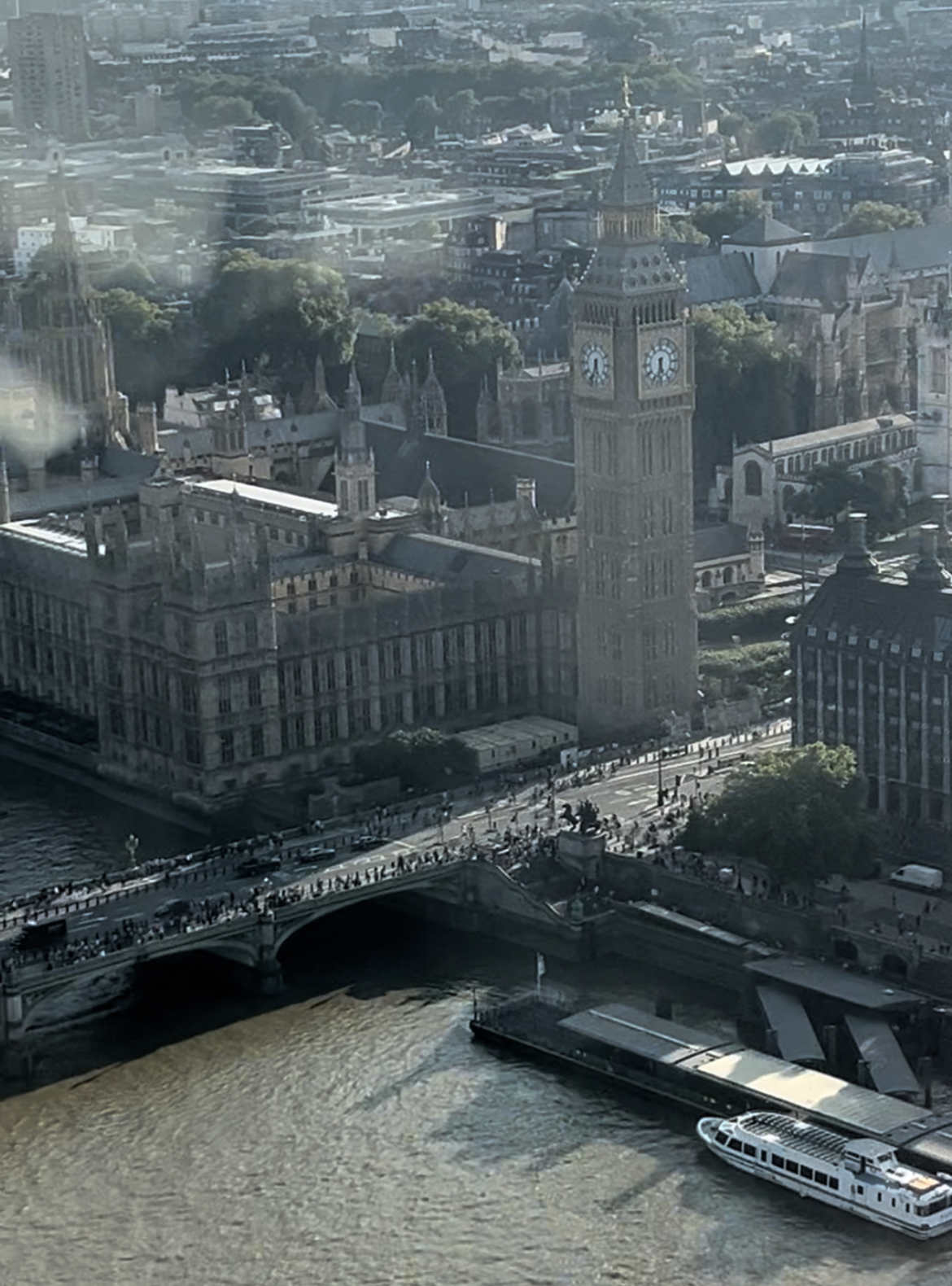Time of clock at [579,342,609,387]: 5:33
